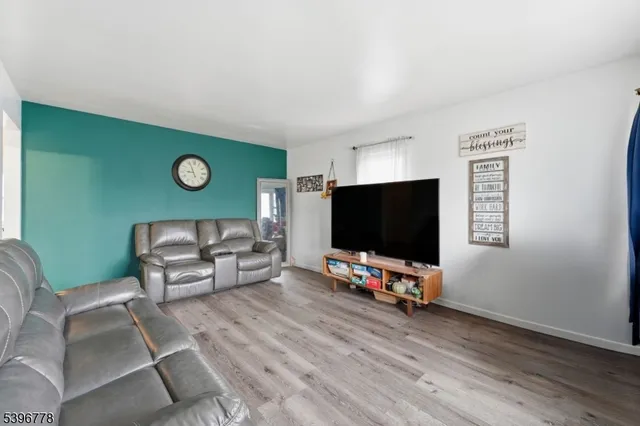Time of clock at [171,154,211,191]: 8:56
